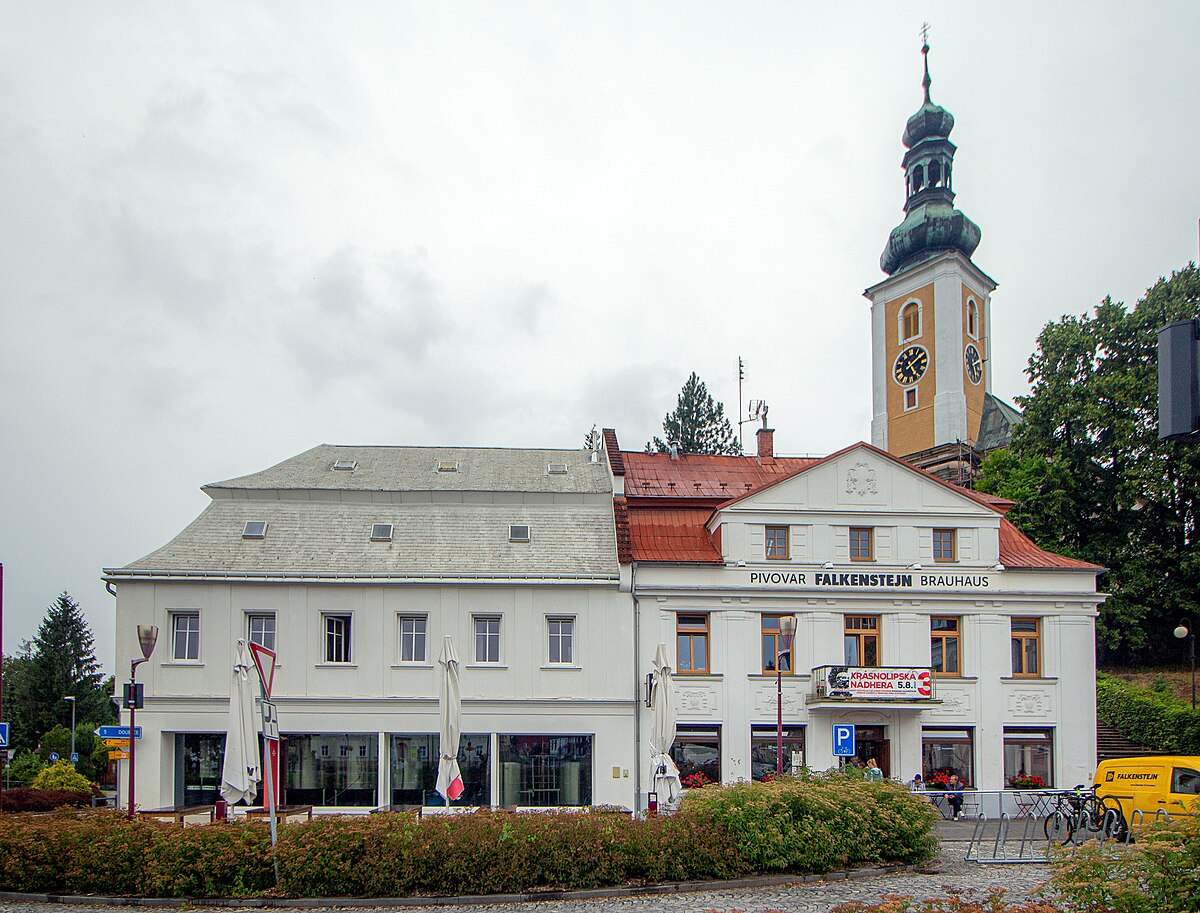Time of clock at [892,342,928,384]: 5:09
